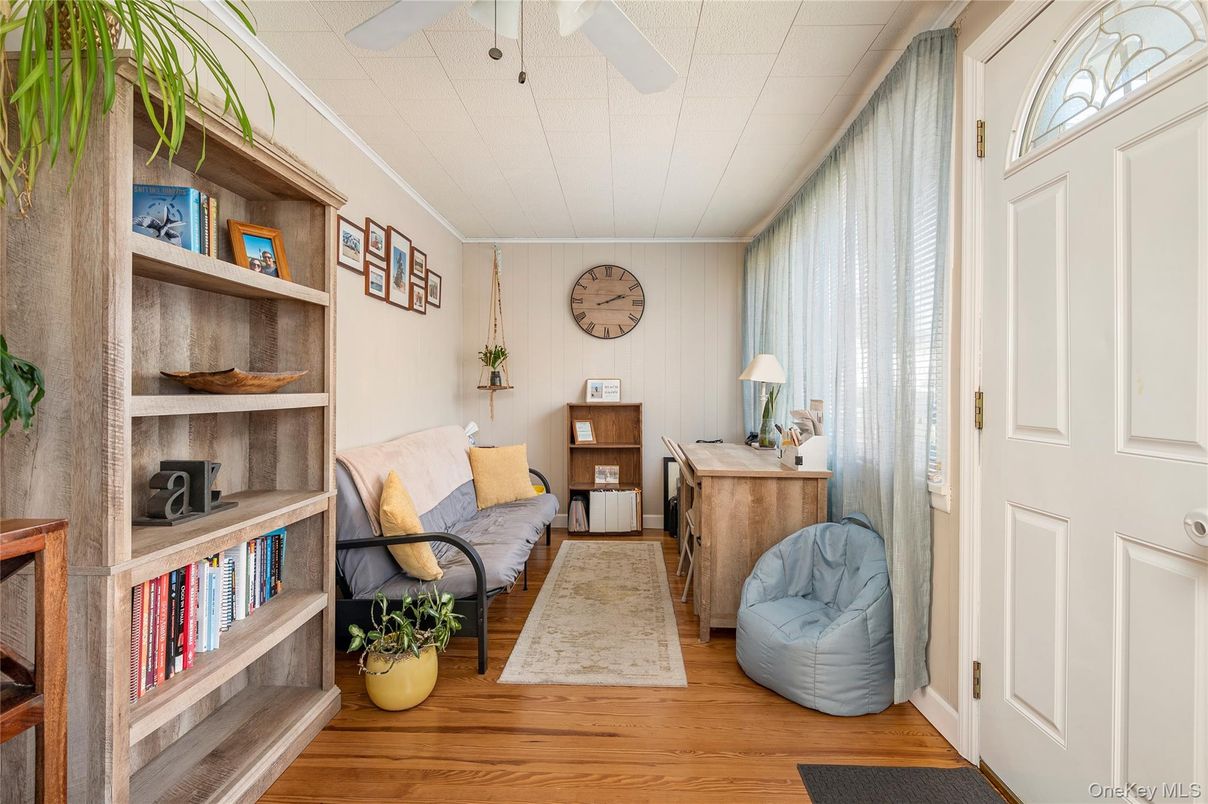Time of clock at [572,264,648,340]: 2:12
